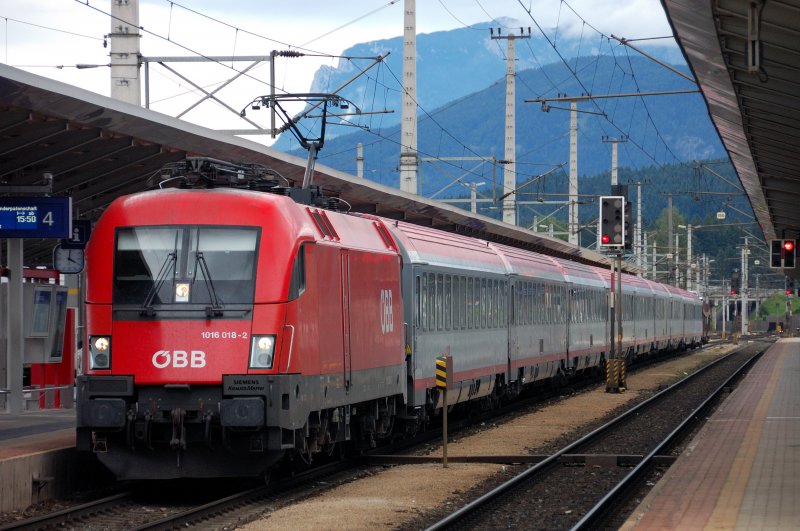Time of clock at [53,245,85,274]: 4:01
